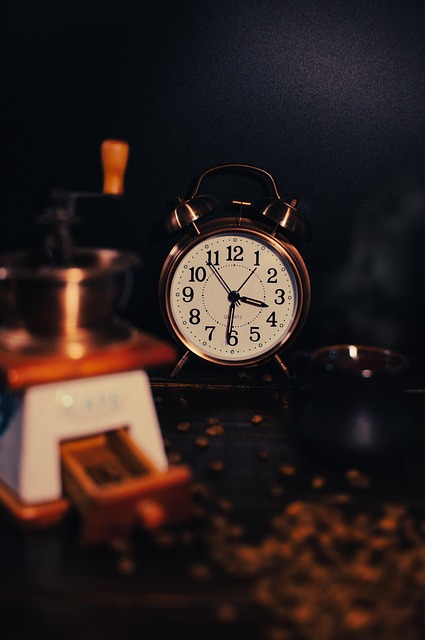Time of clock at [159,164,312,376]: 3:31
